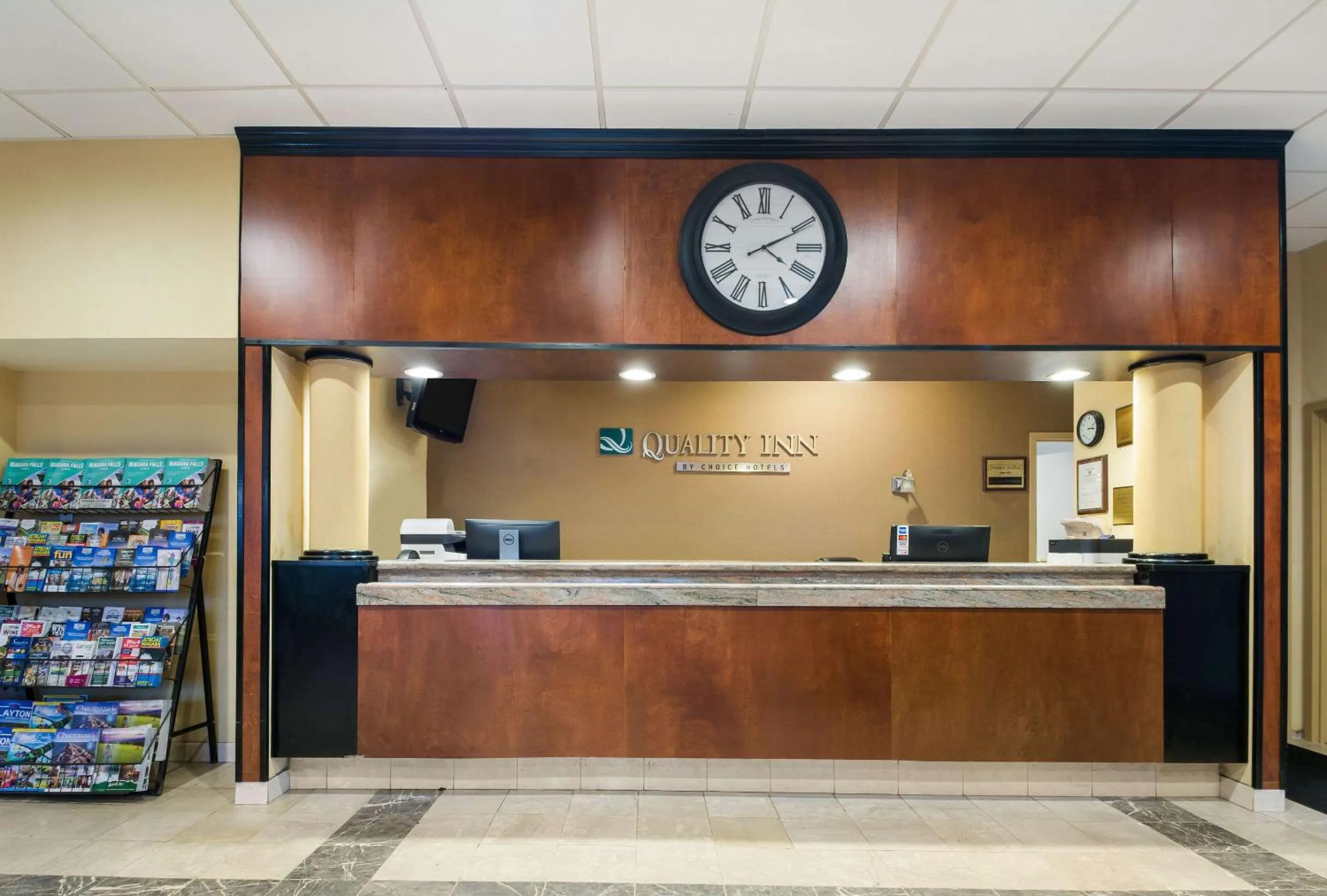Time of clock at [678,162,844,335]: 4:10
